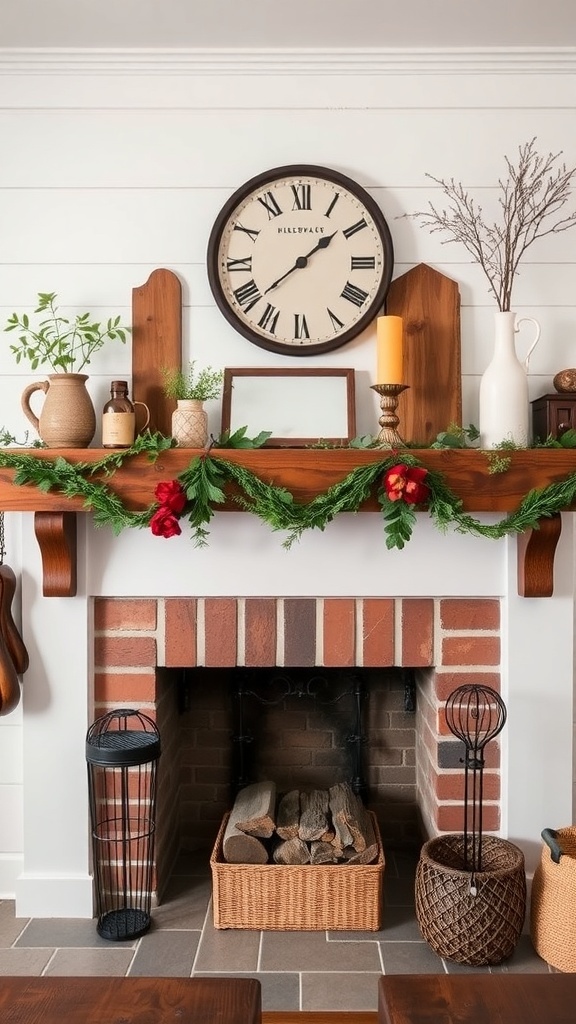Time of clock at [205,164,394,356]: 1:38
